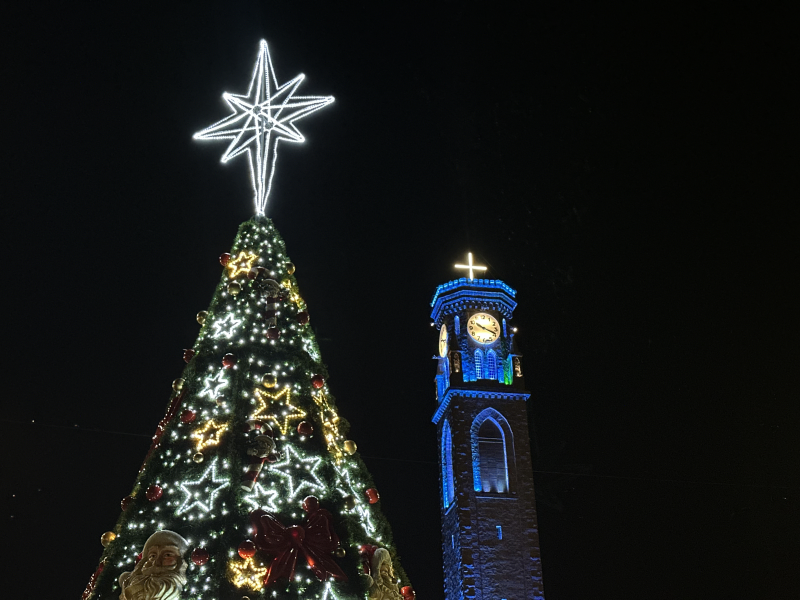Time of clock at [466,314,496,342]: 10:18
